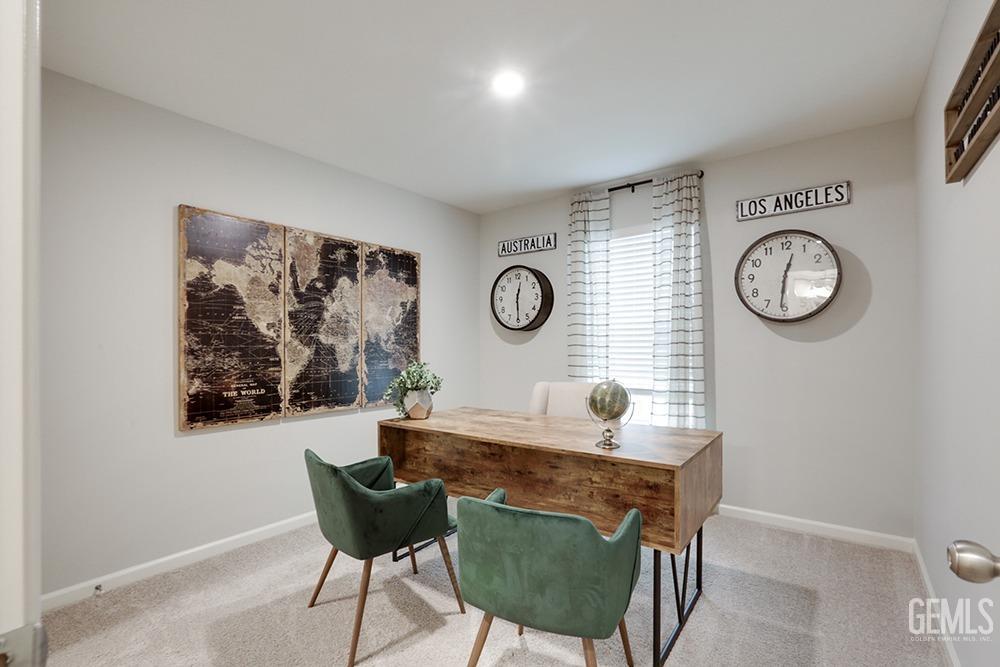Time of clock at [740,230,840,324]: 12:31
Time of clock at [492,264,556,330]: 12:29
